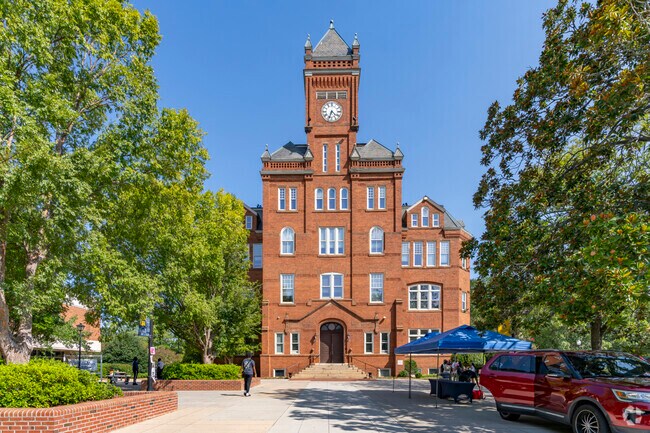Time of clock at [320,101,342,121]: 4:33
